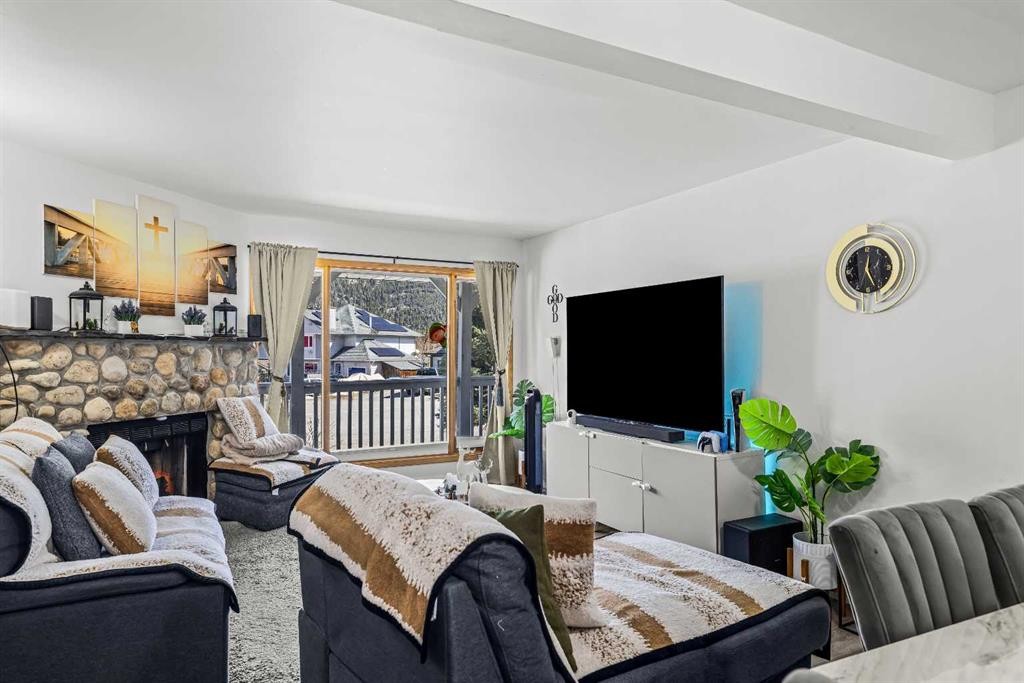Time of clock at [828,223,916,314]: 12:26
